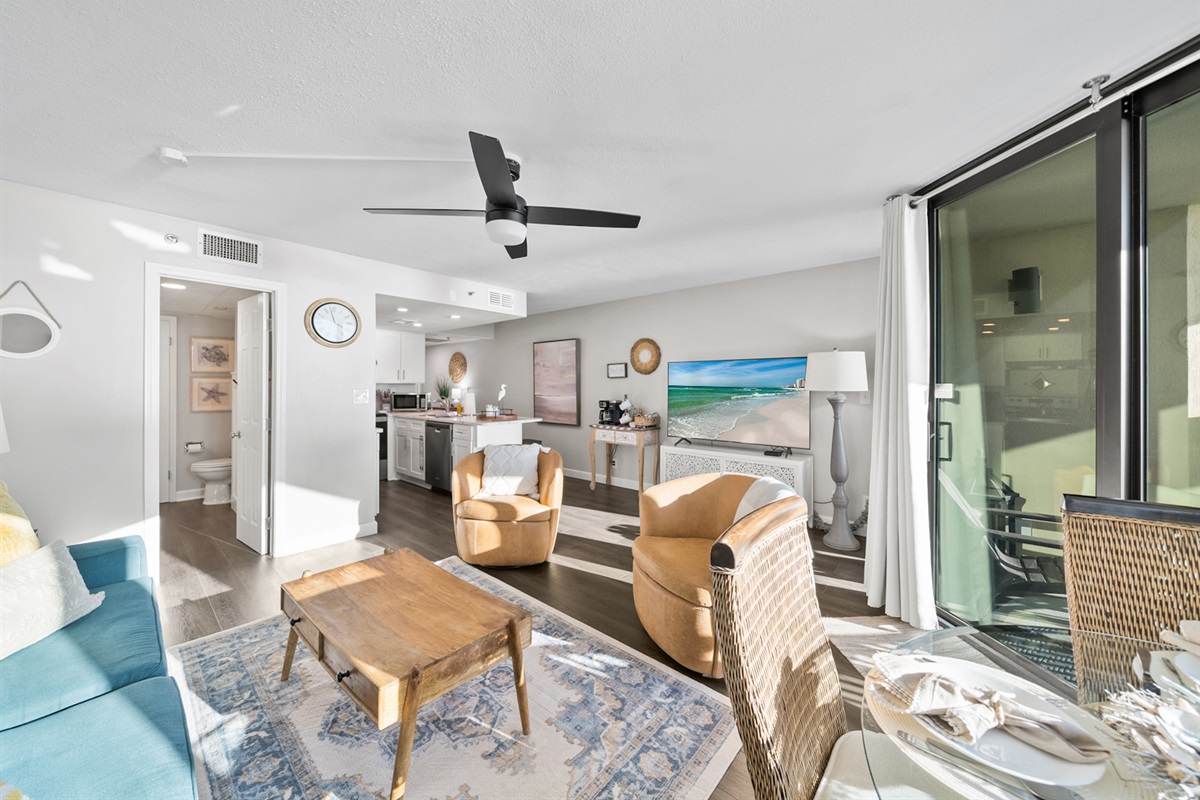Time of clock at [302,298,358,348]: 3:57
